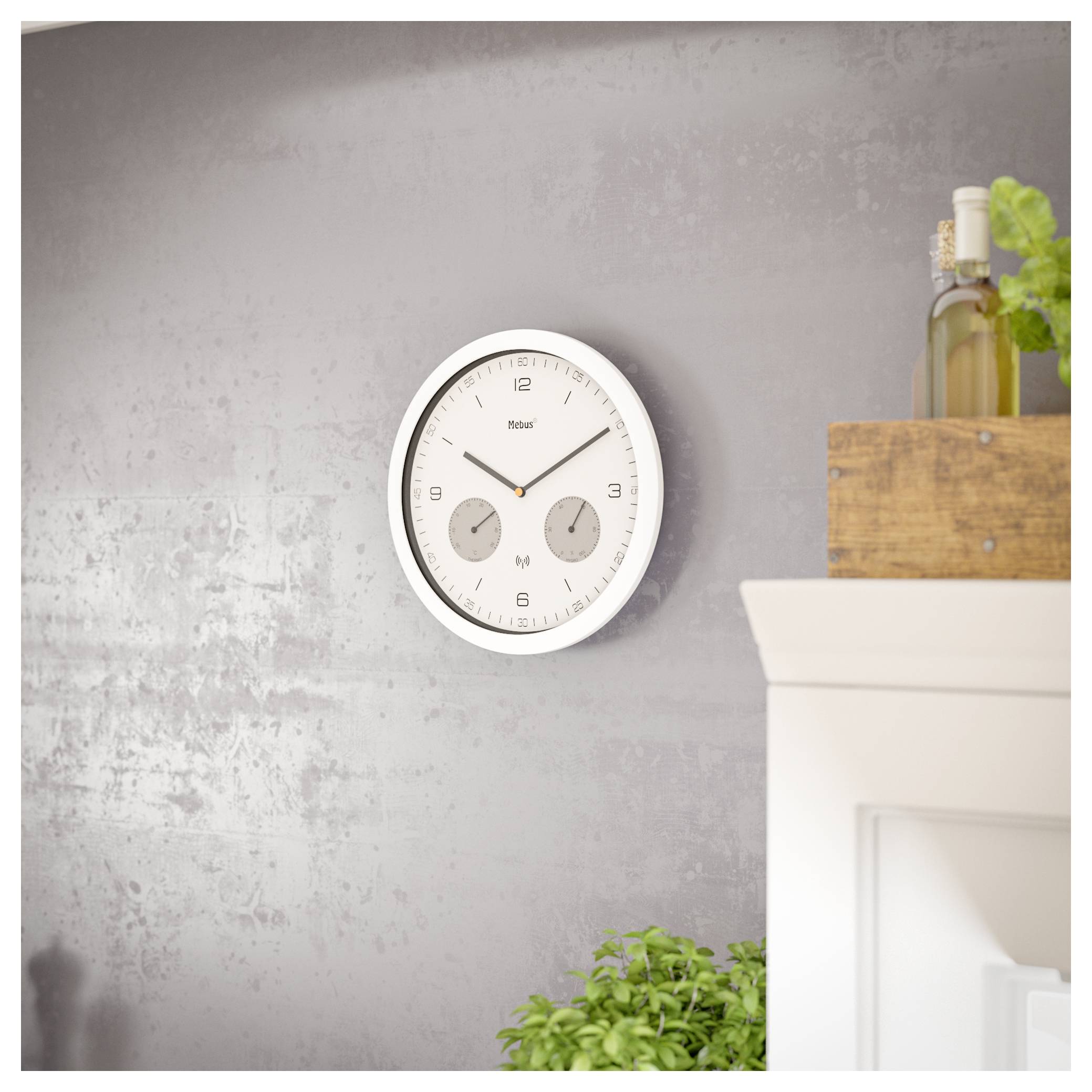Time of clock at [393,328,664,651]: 10:09
